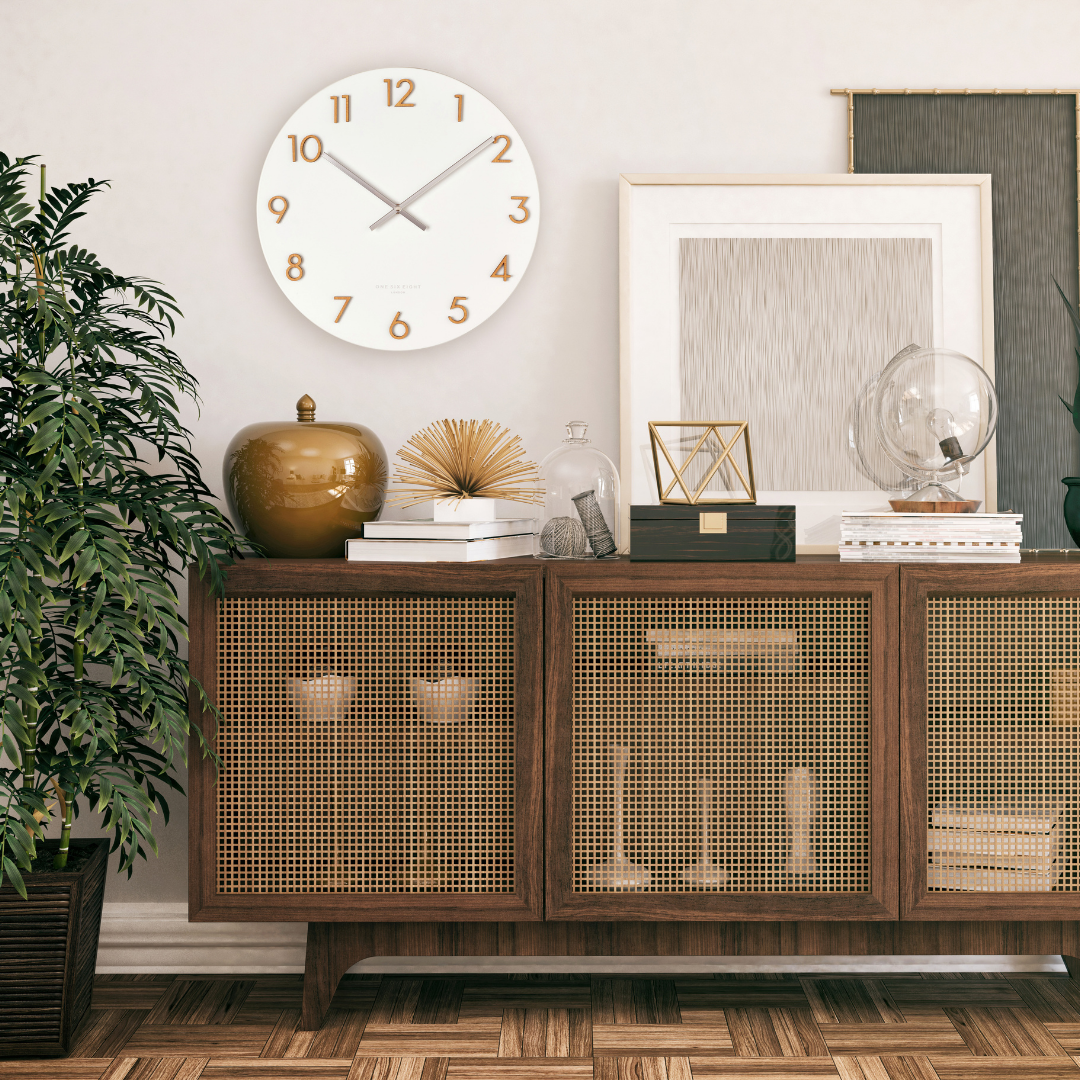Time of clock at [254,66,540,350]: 10:09
